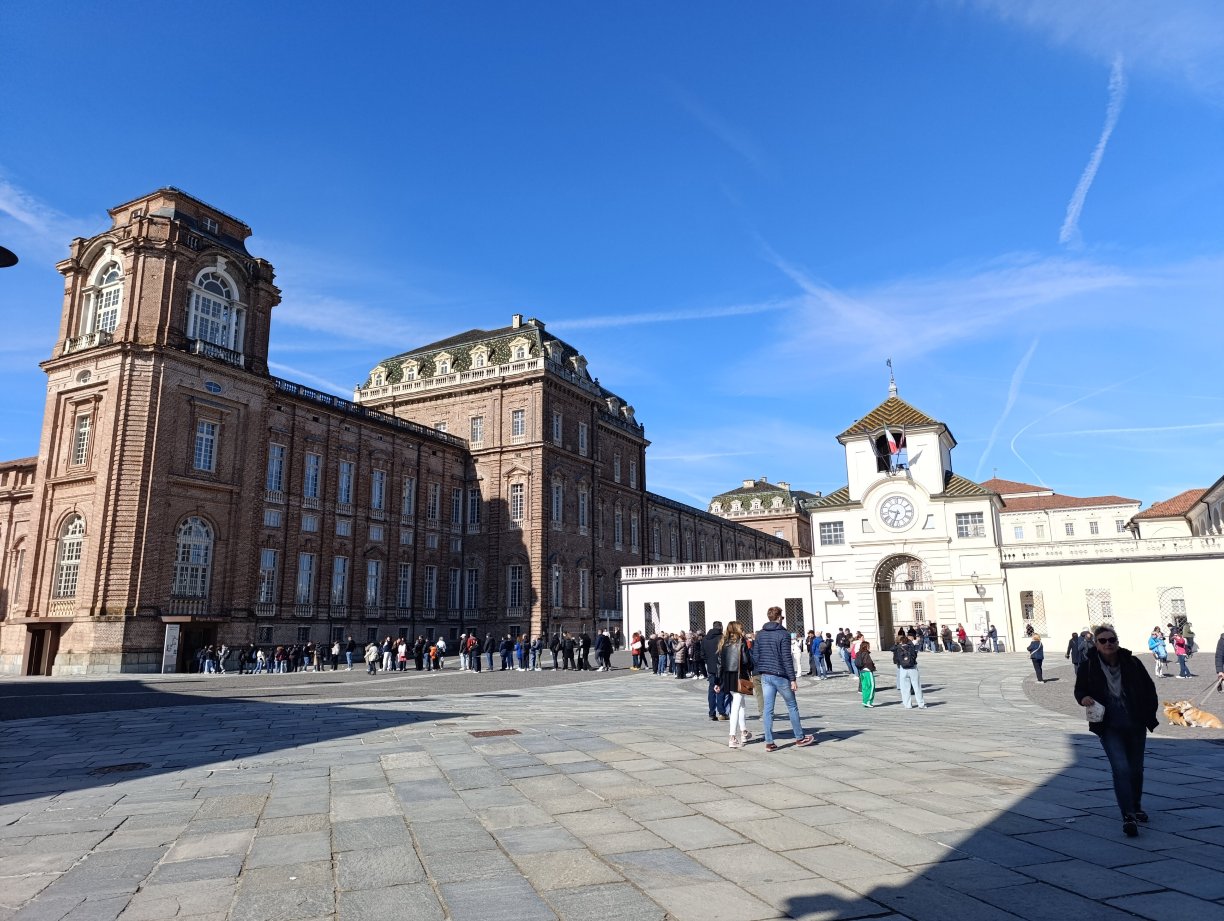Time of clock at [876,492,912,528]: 9:33
